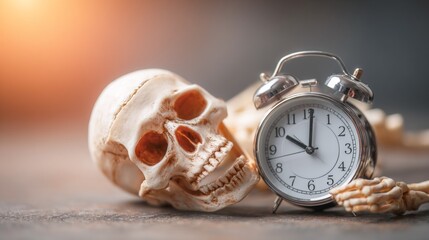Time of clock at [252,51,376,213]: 10:00
